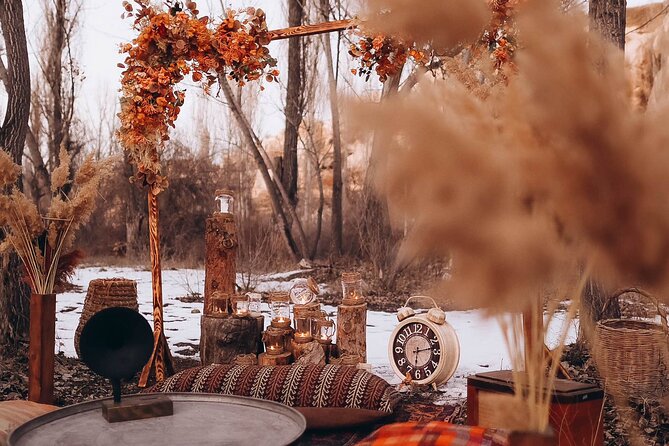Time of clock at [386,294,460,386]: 6:13
